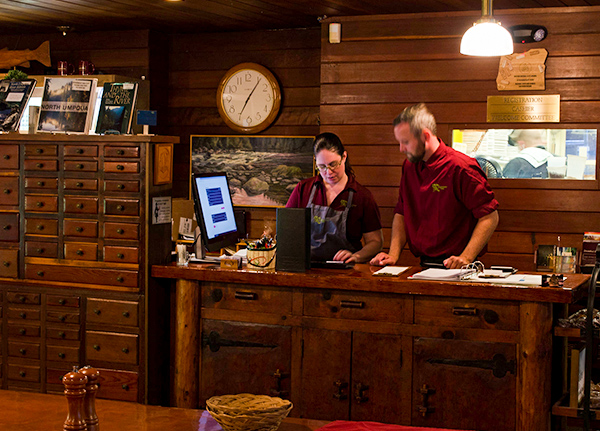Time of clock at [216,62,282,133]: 7:06
